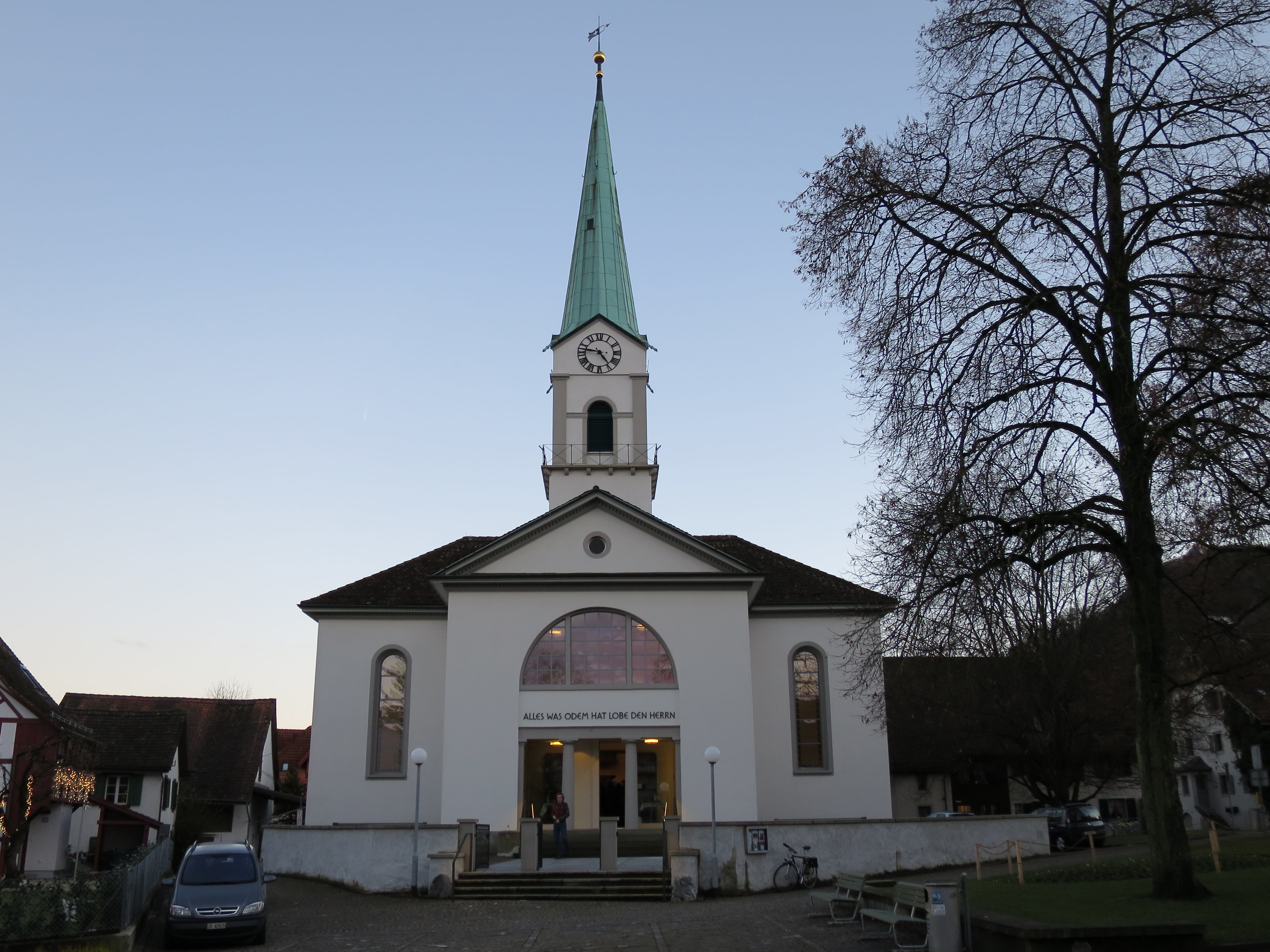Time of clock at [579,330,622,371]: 4:46
